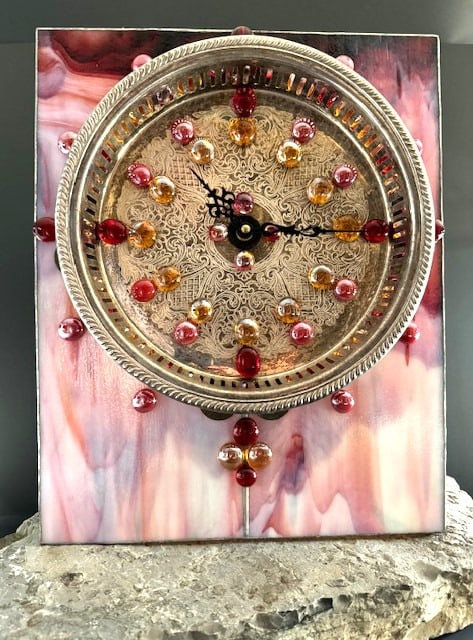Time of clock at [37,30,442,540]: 11:14
